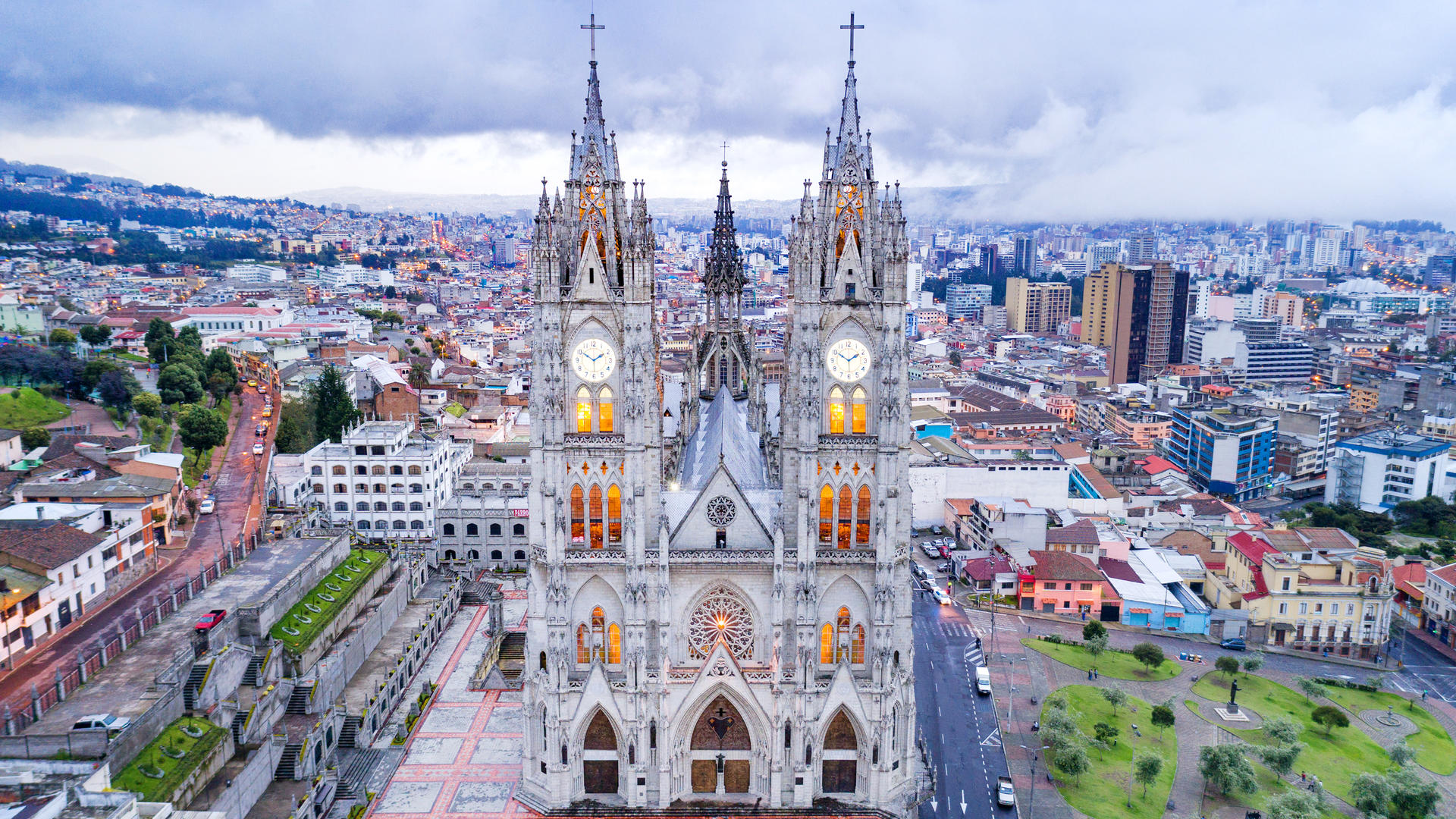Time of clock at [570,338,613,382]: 1:50
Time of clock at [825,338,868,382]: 1:50
